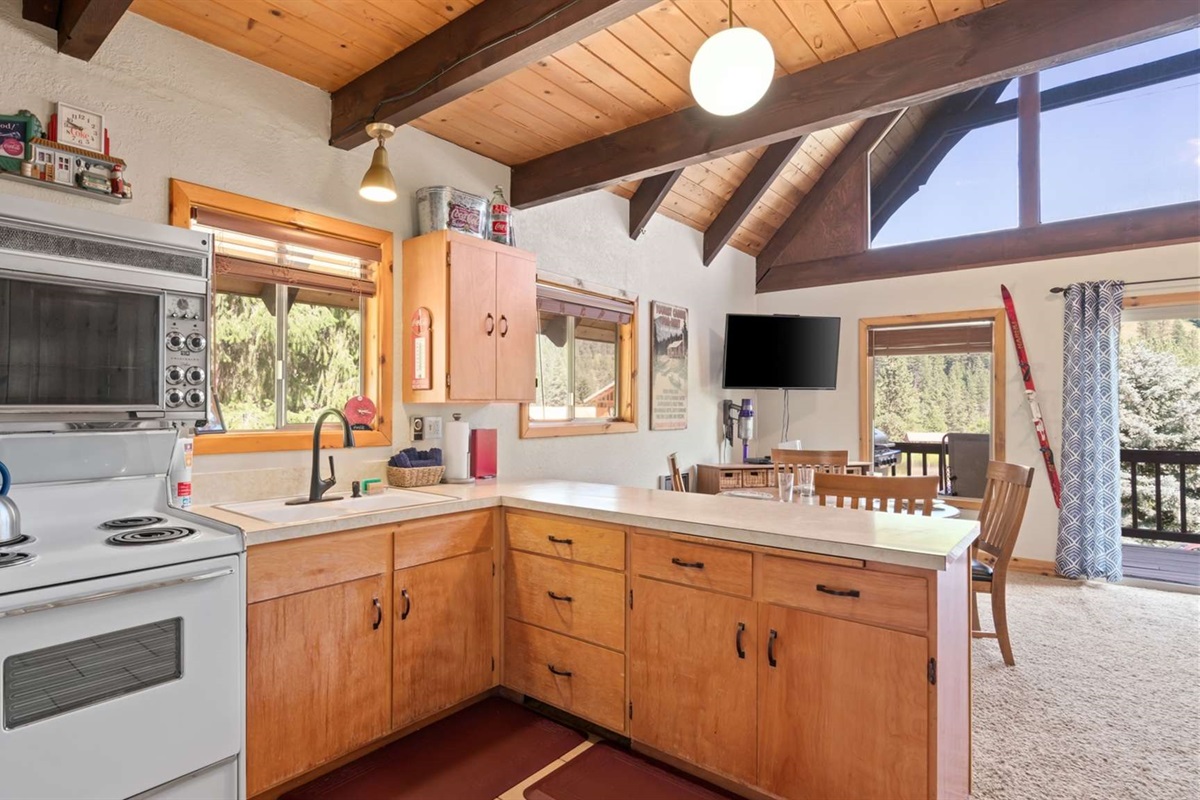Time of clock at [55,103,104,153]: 8:47
